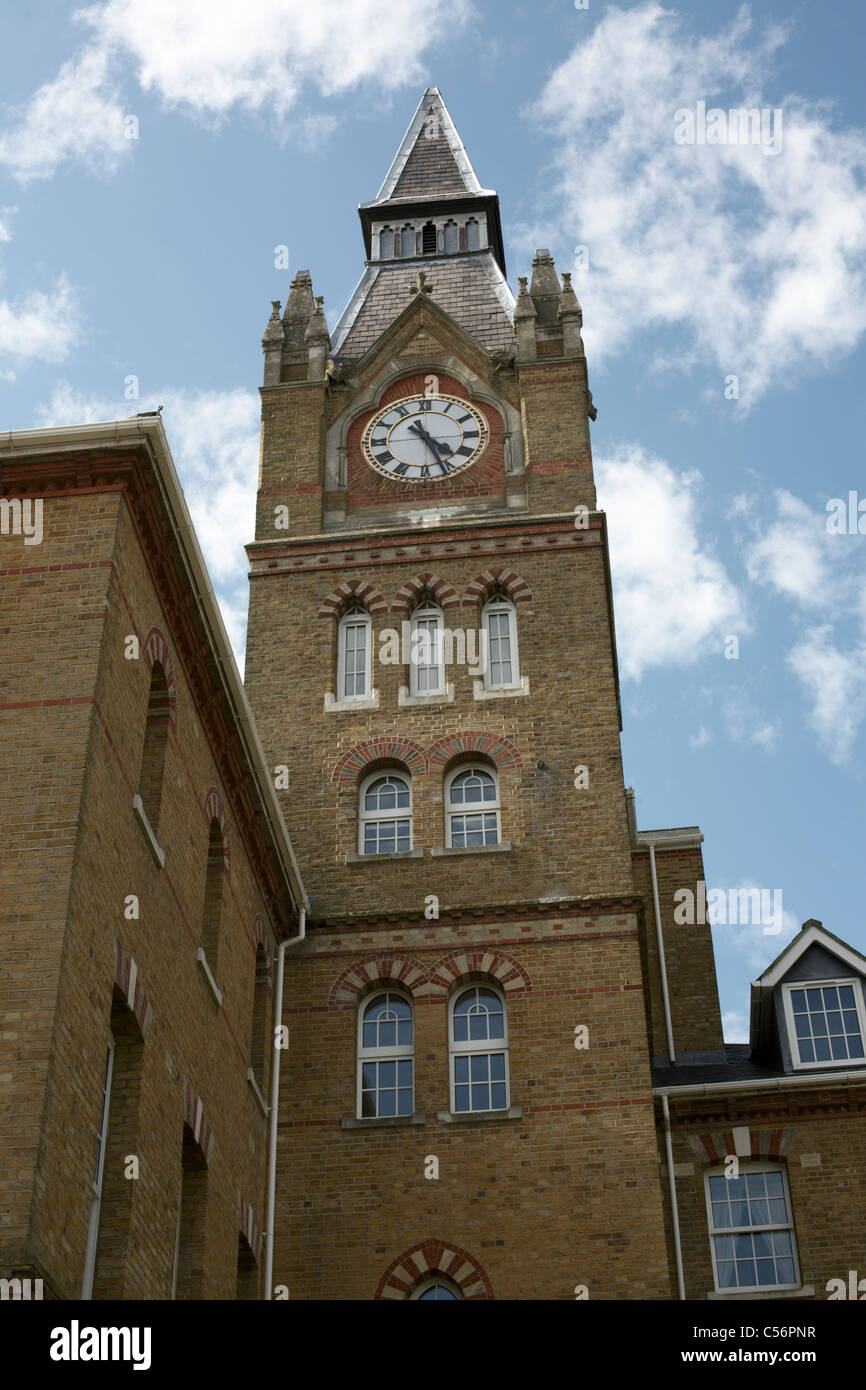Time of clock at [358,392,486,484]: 4:26
